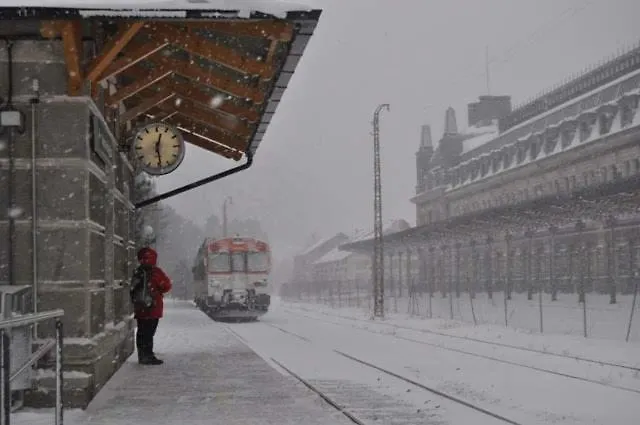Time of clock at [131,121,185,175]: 12:28
